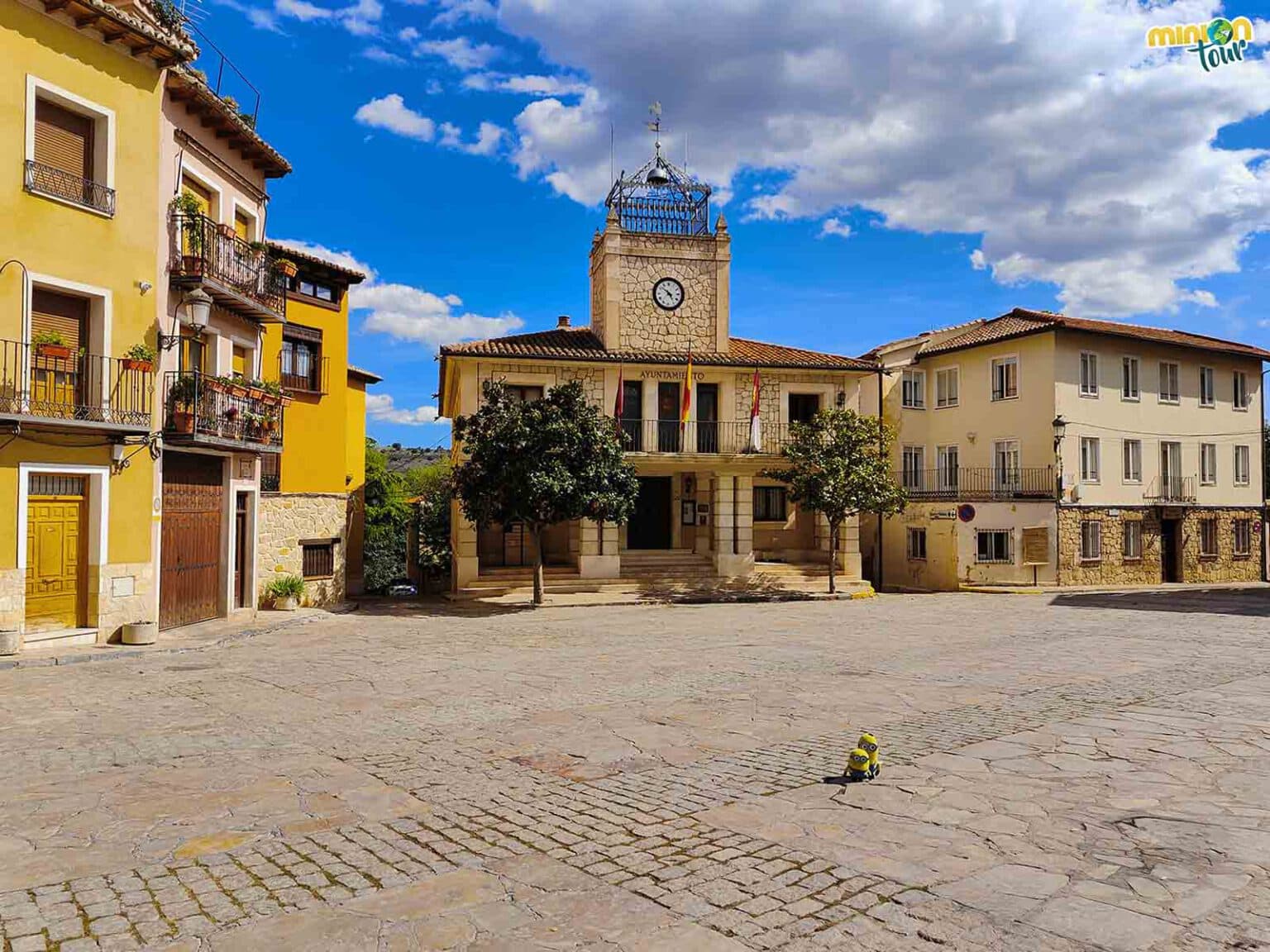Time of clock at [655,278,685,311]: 4:51
